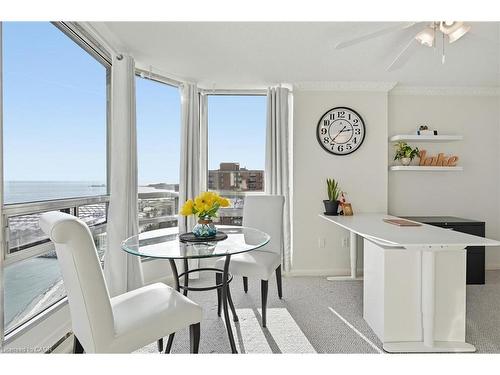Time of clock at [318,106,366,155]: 2:37
